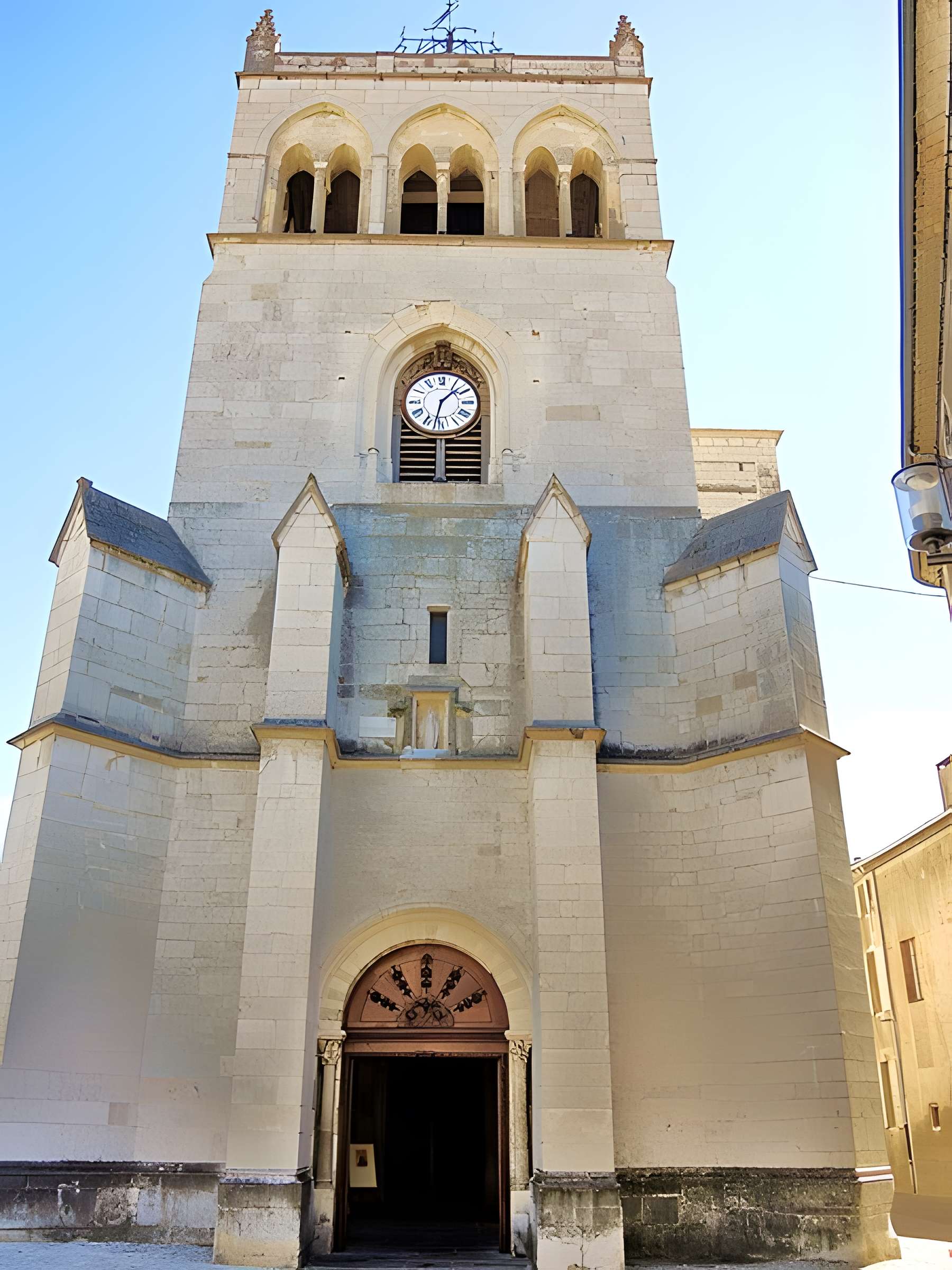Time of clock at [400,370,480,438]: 1:32
